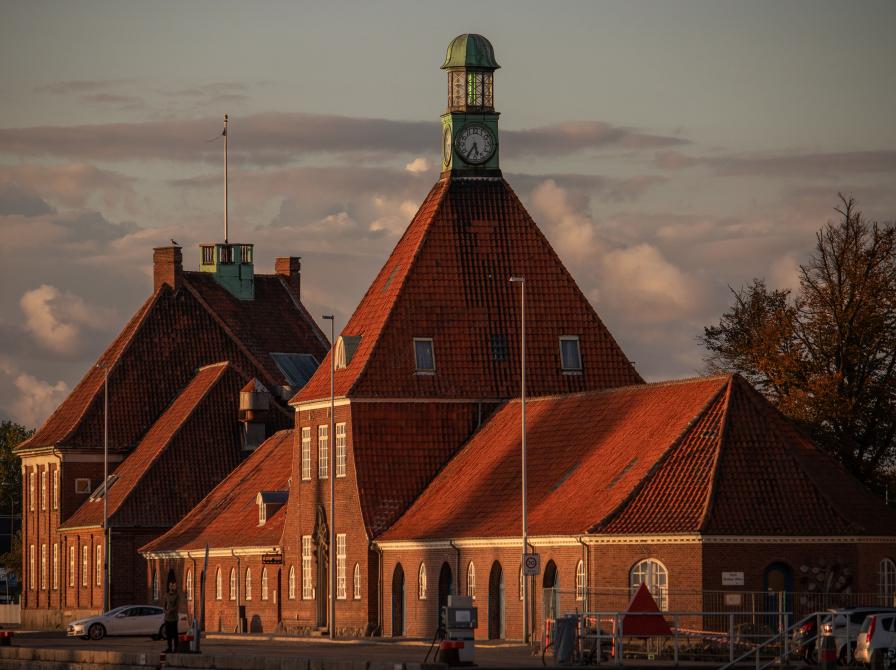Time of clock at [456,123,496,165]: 5:35
